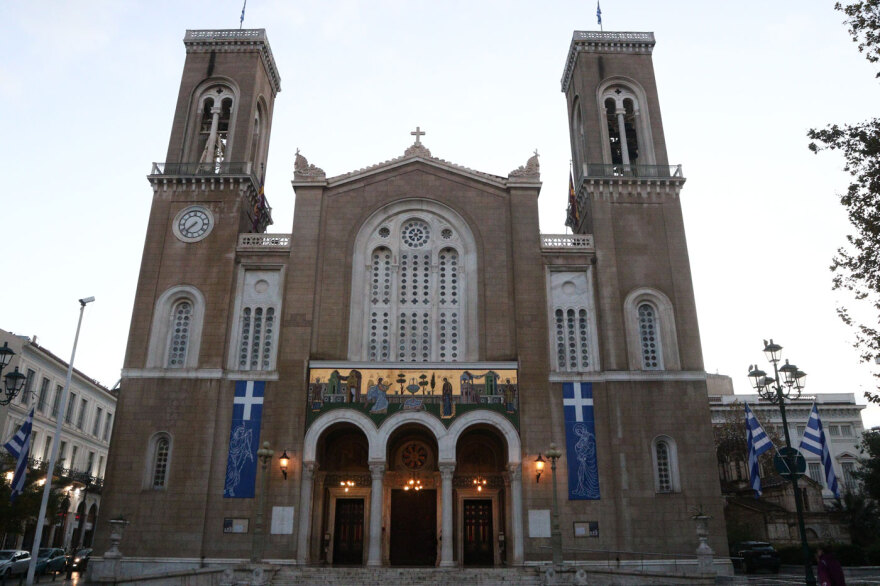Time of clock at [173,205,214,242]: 7:37
